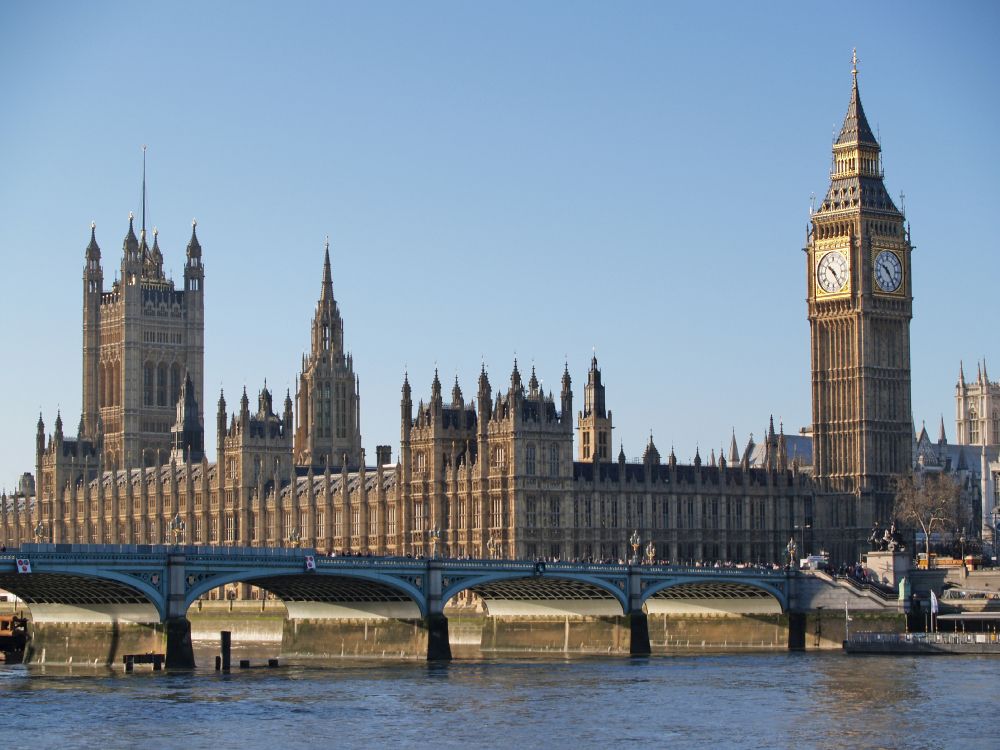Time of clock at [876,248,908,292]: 10:24
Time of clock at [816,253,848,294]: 10:24
